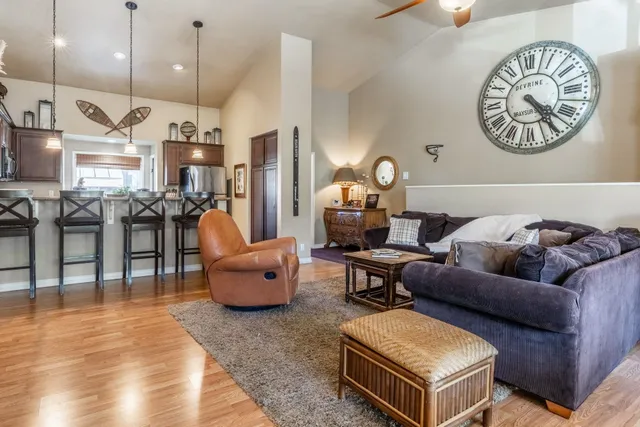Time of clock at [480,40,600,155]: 4:23
